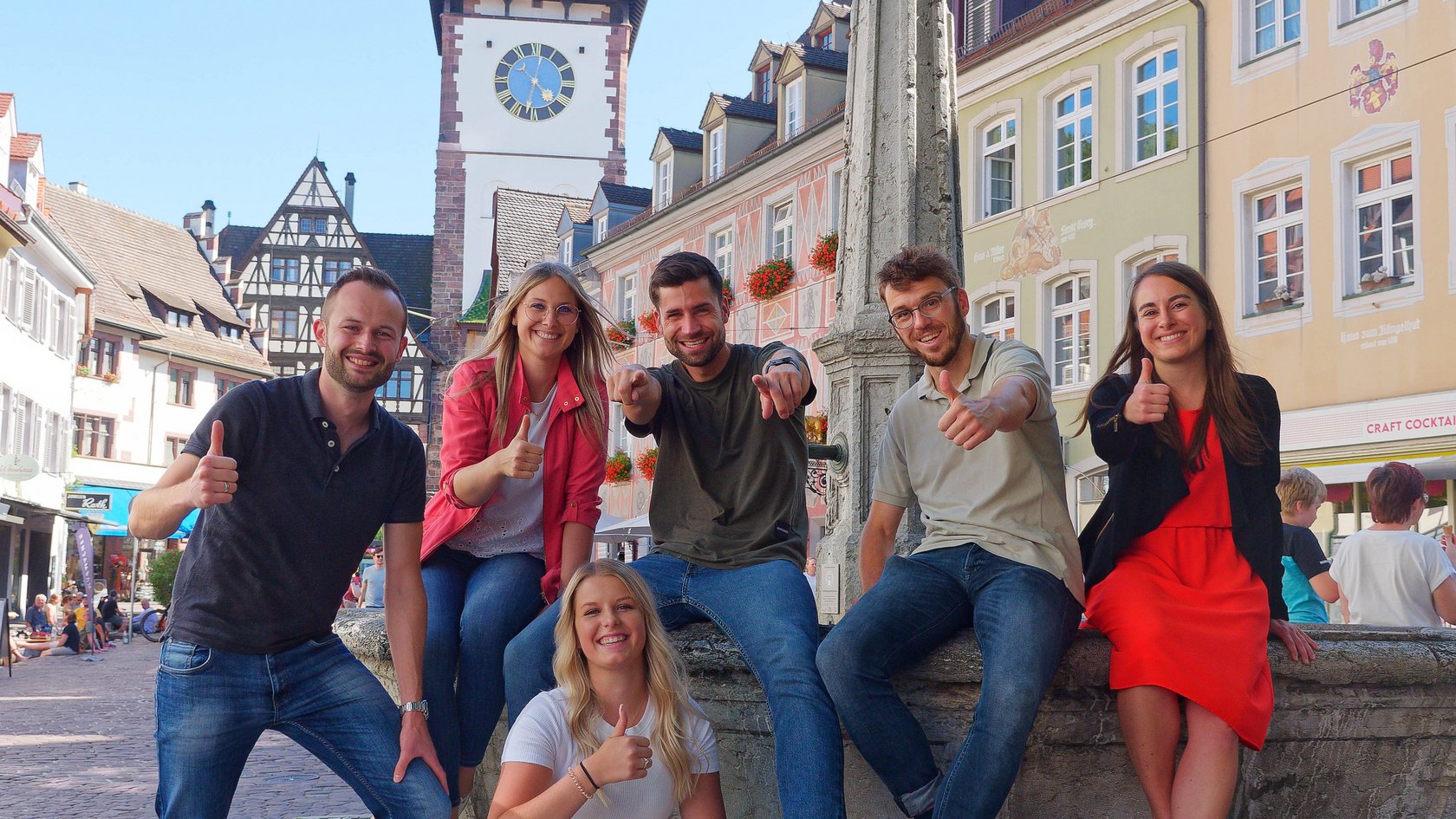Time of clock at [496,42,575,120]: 4:32
